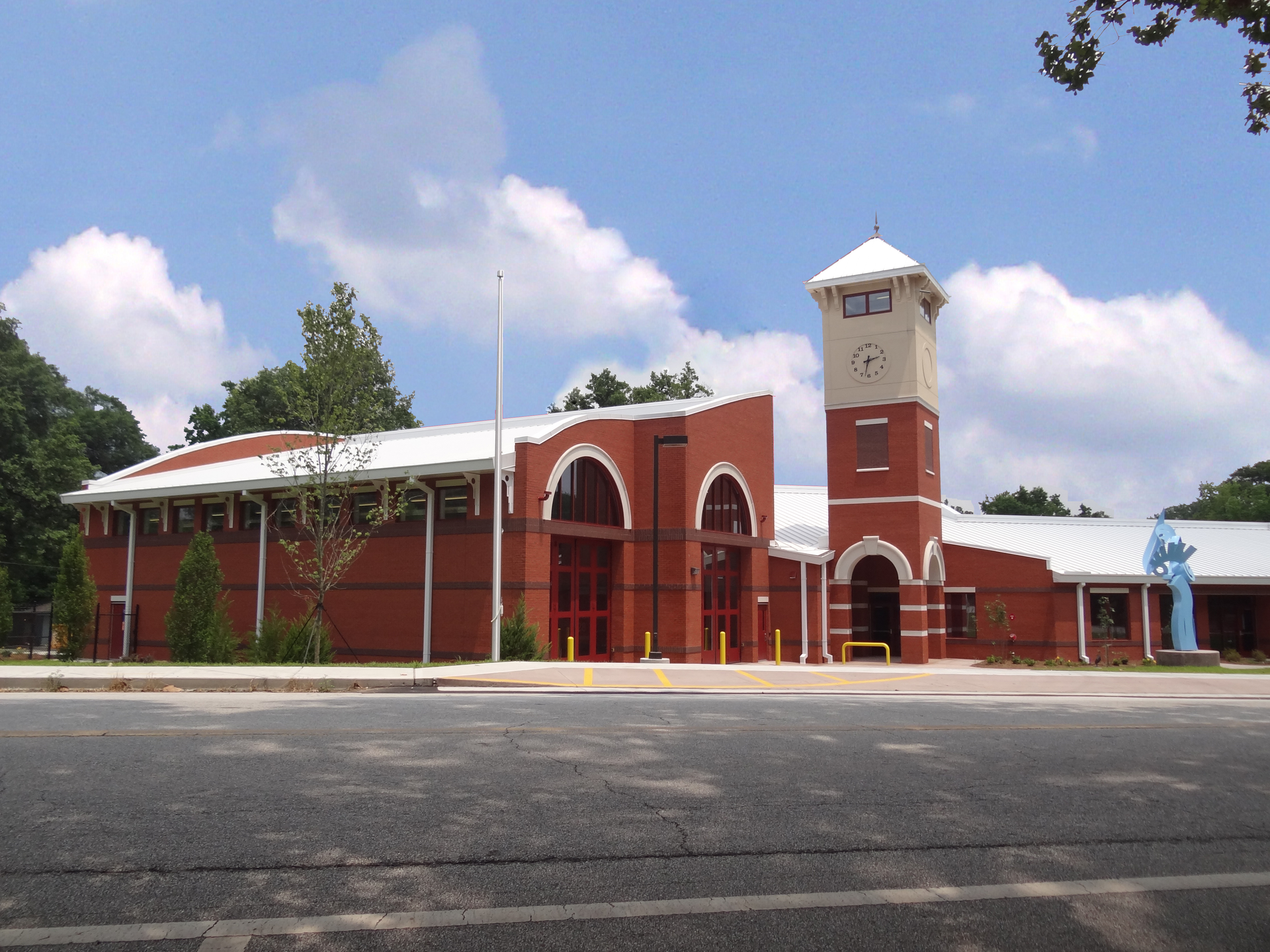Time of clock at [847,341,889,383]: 2:32
